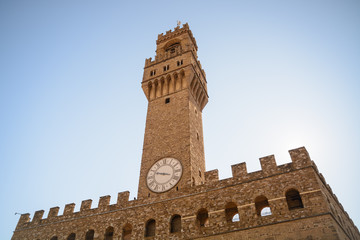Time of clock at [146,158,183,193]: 9:47
